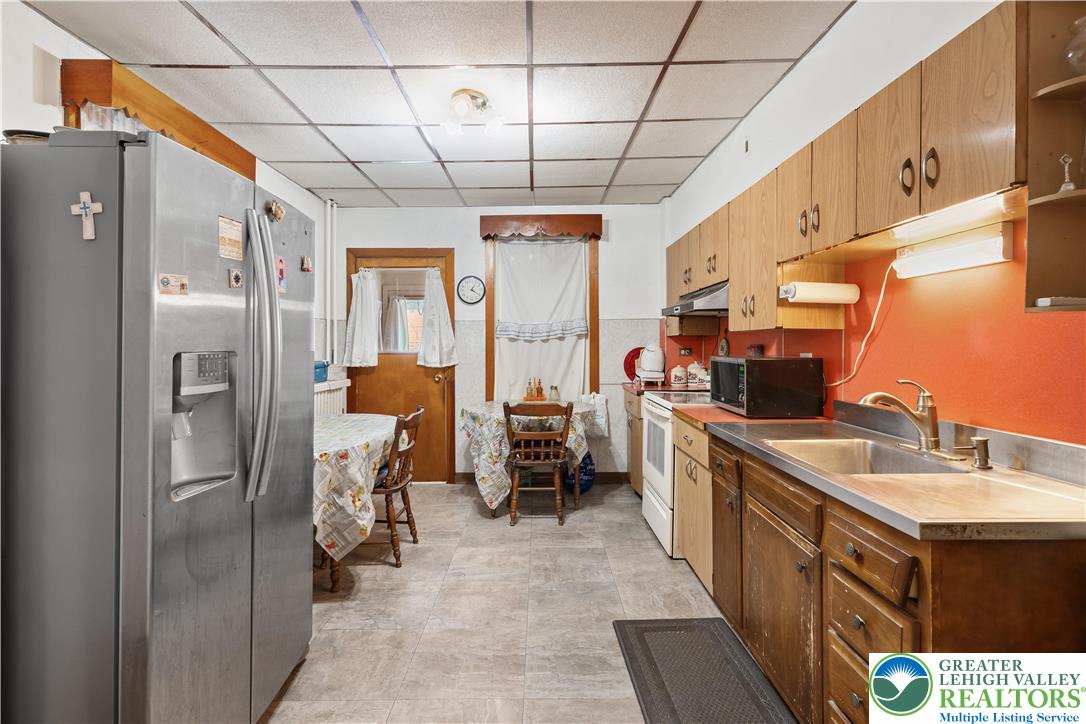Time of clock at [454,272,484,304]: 1:20
